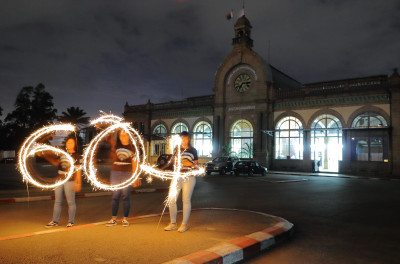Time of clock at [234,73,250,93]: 7:15
